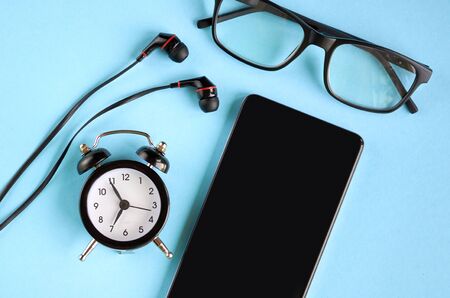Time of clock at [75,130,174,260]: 6:54
